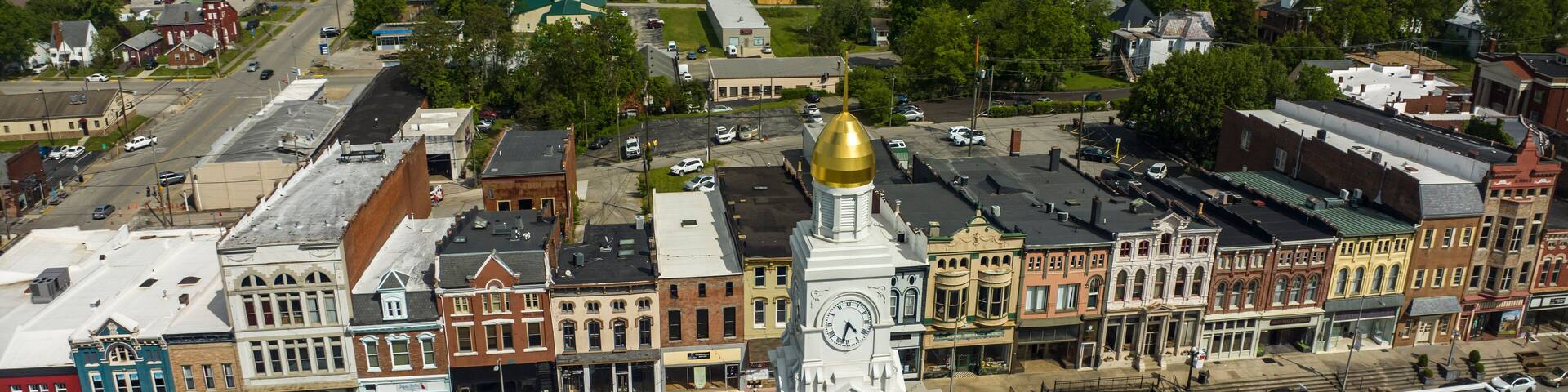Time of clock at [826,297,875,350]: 4:32
